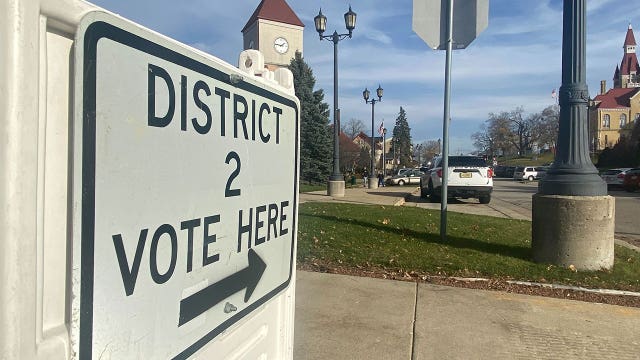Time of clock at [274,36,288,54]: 1:46
